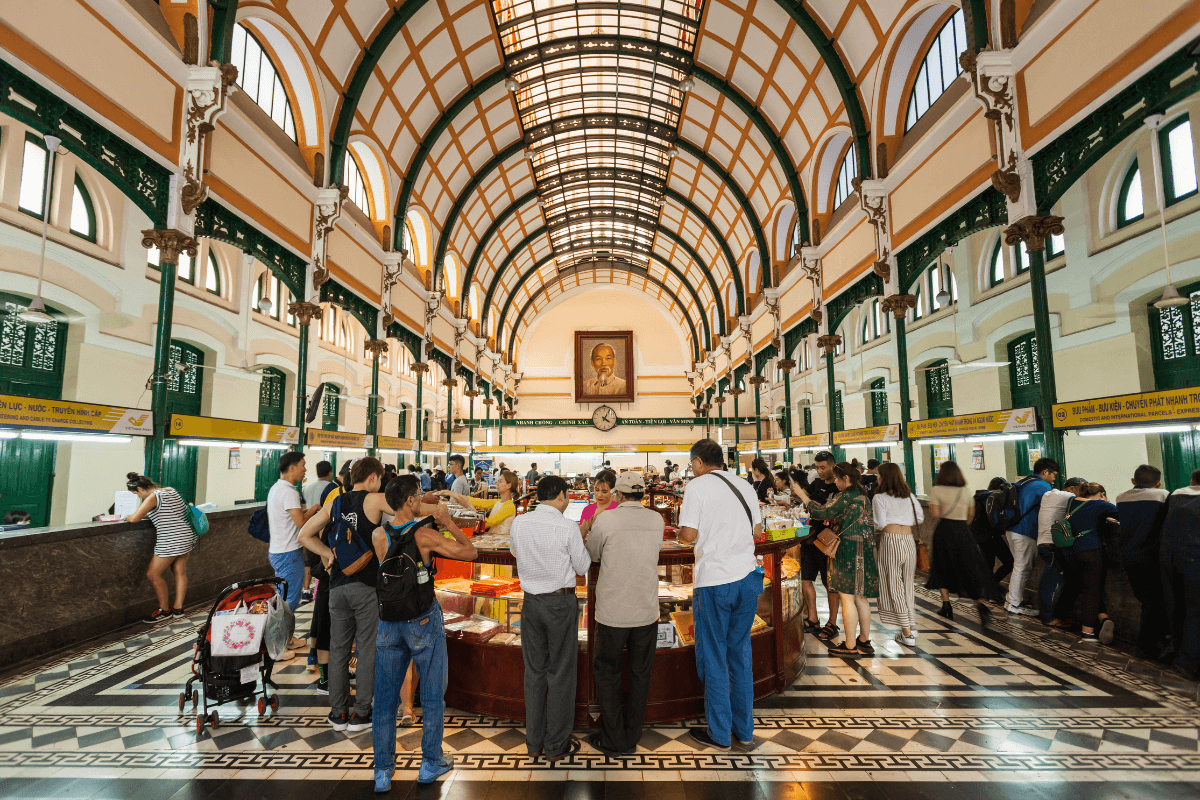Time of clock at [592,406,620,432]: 4:04
